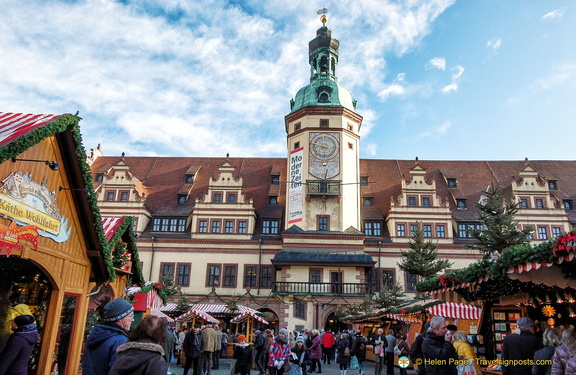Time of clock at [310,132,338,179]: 8:47
